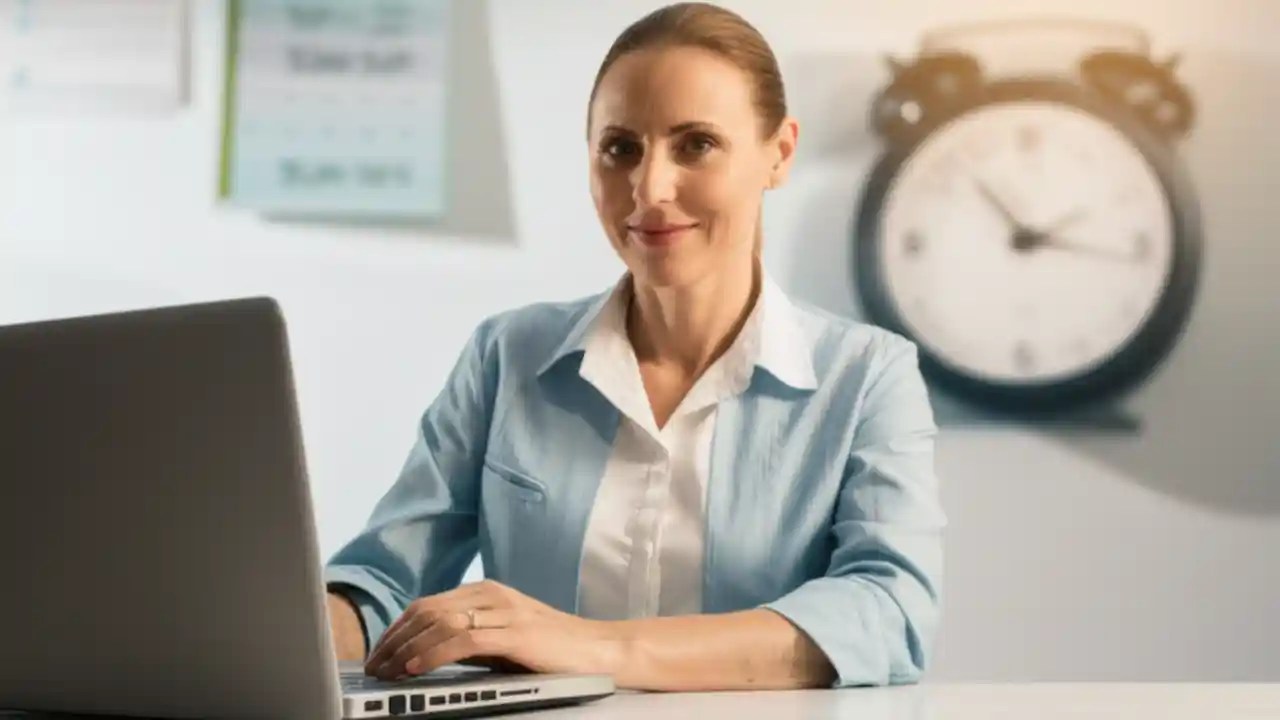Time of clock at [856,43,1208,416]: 2:16
